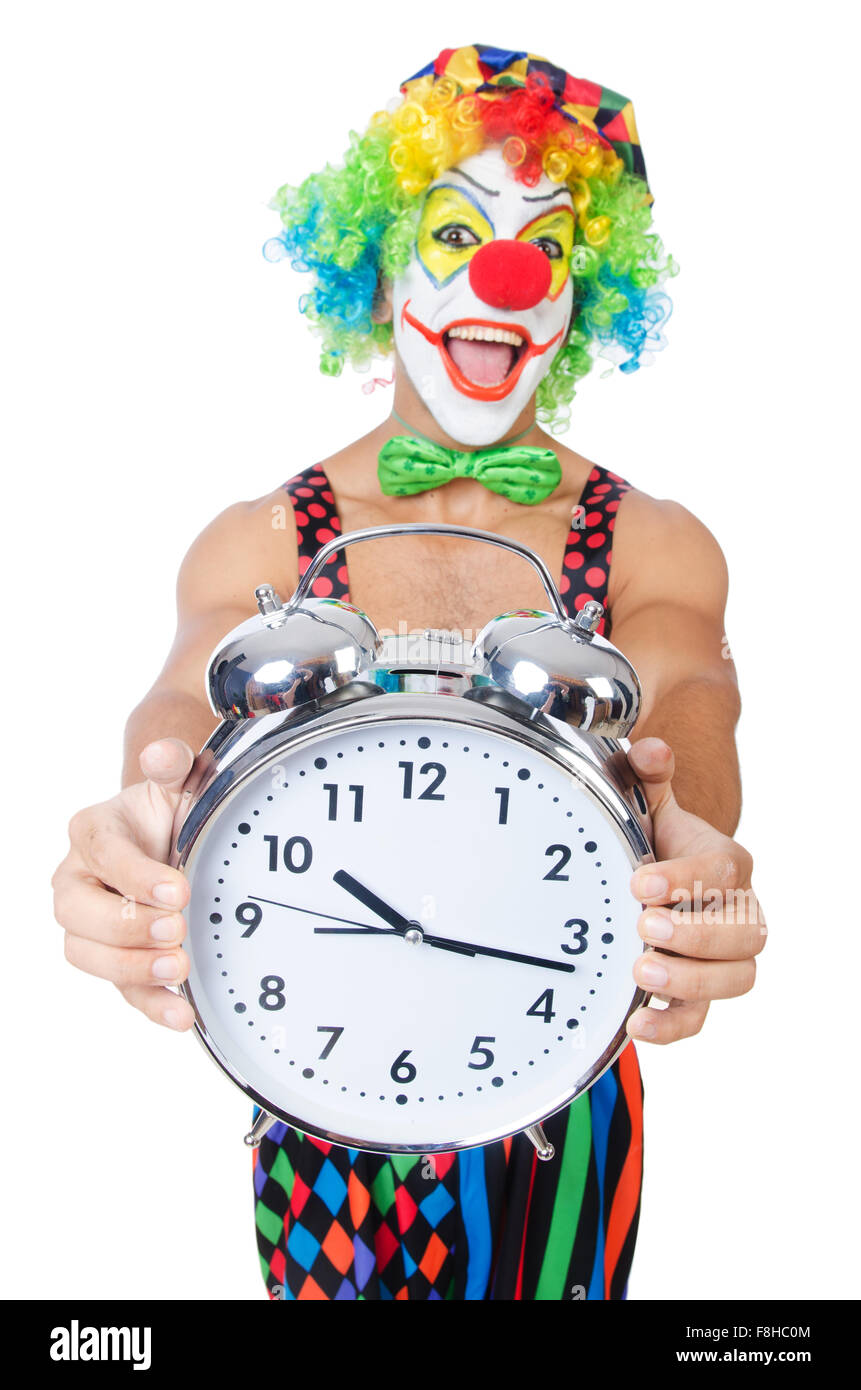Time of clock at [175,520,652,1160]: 10:17
